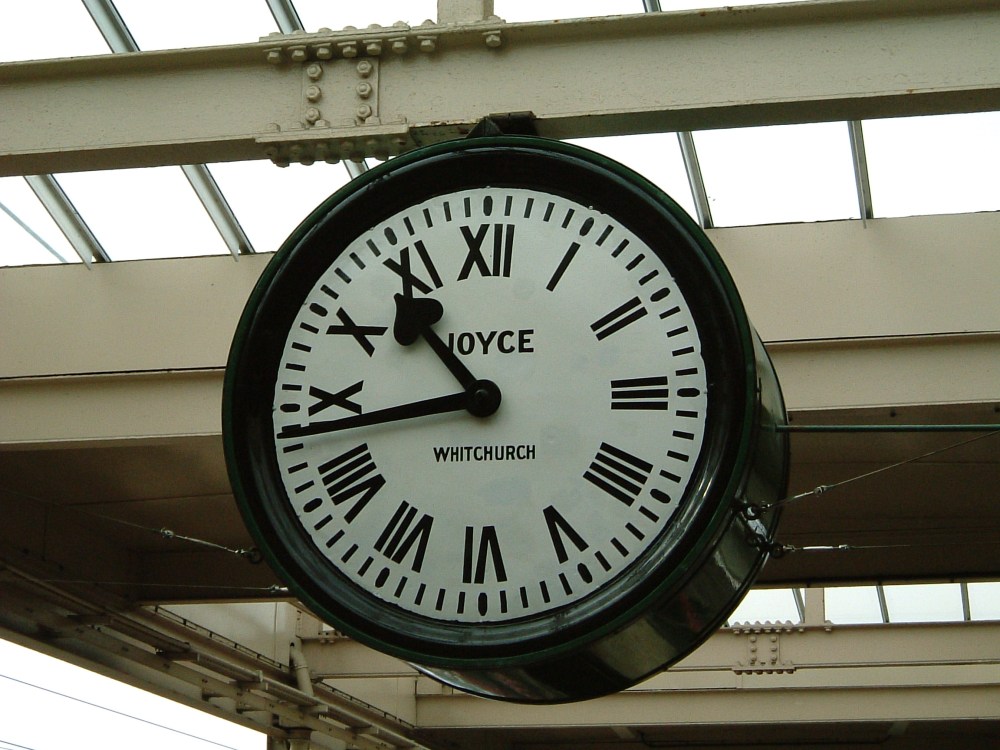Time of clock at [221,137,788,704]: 10:43
